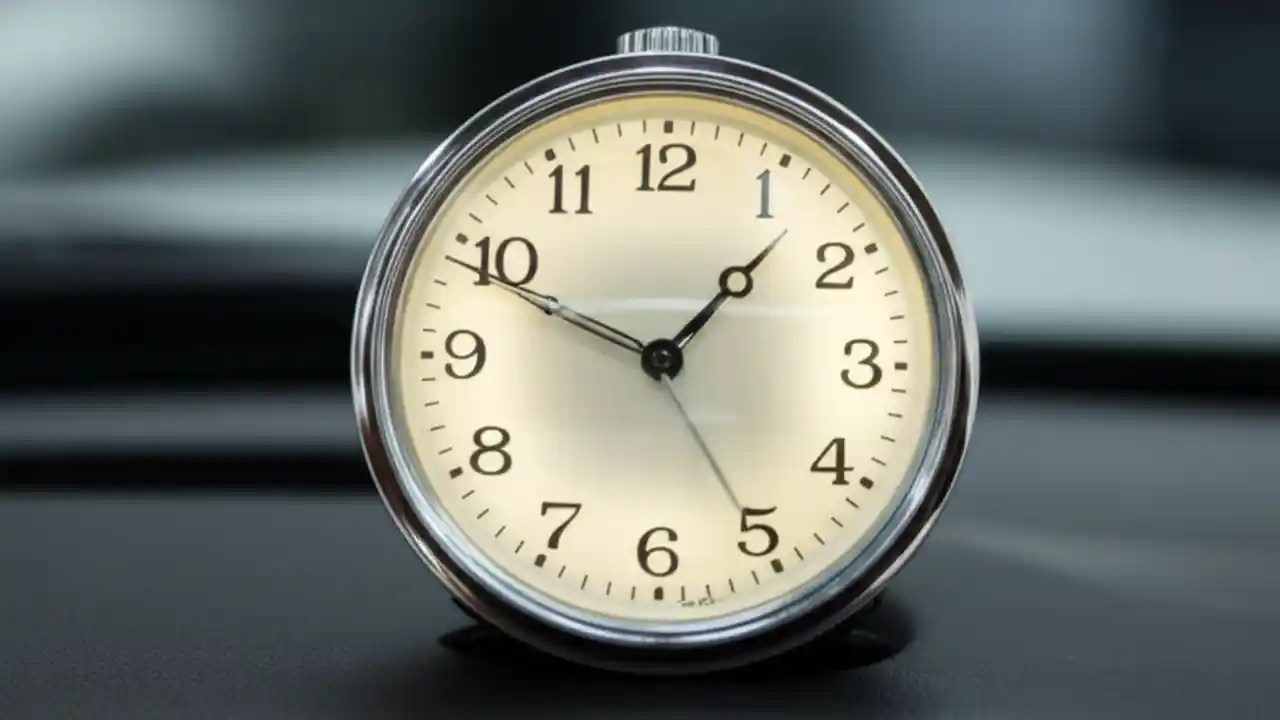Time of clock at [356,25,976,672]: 1:49
